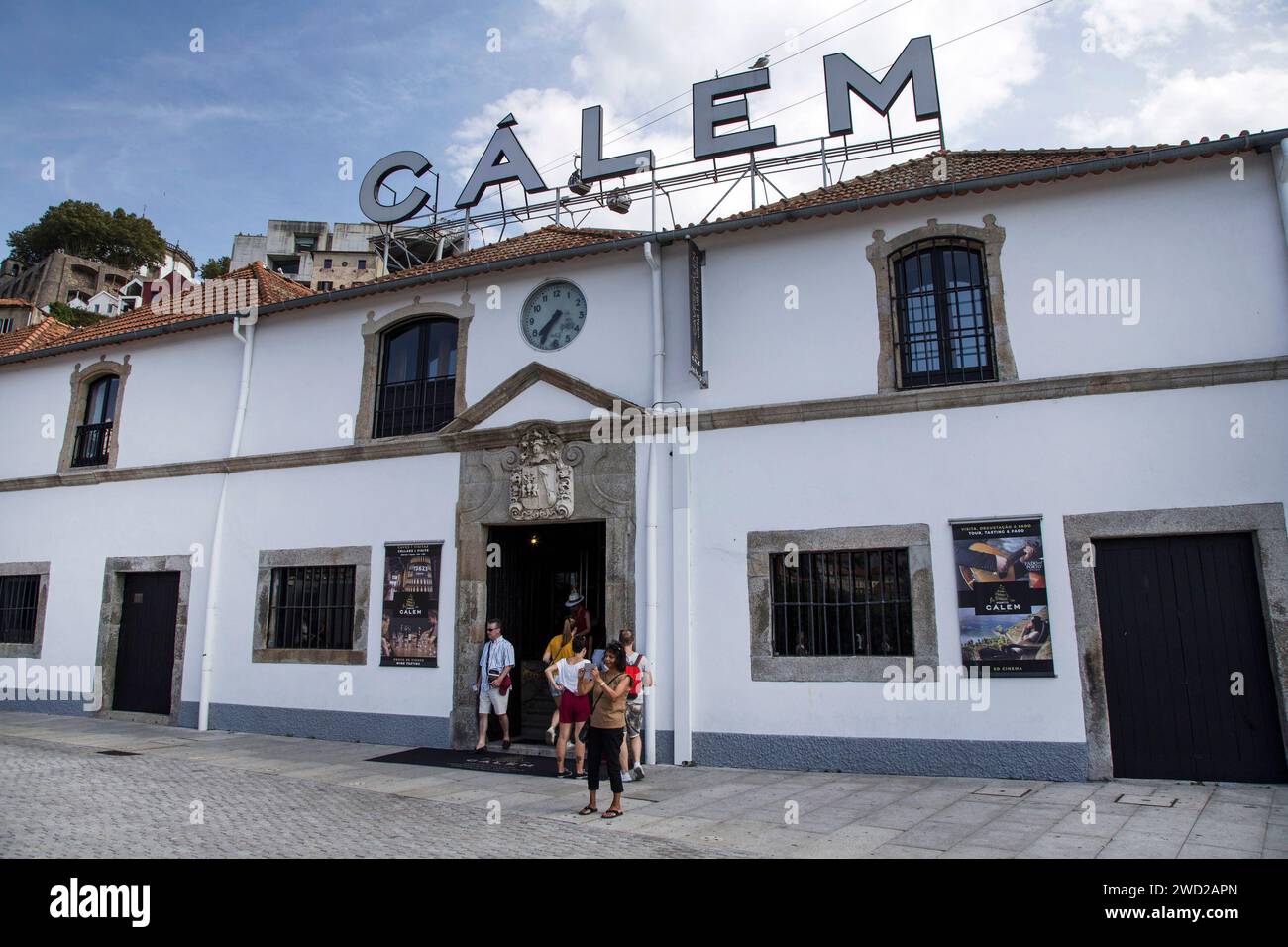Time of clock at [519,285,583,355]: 7:35
